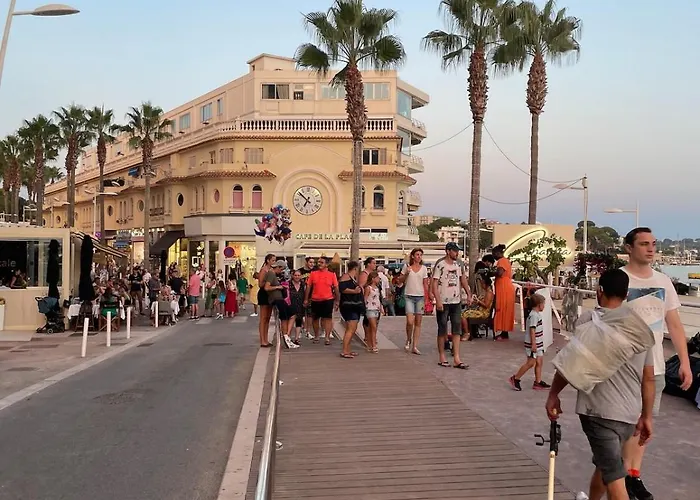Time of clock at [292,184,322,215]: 6:51
